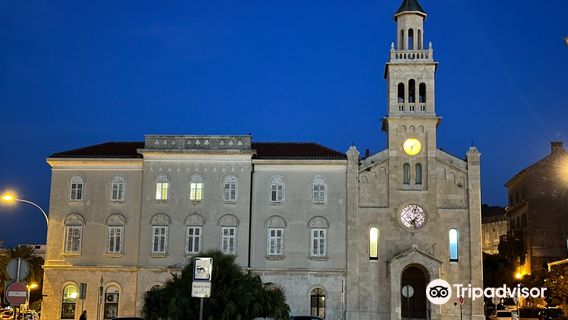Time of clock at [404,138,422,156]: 6:08
